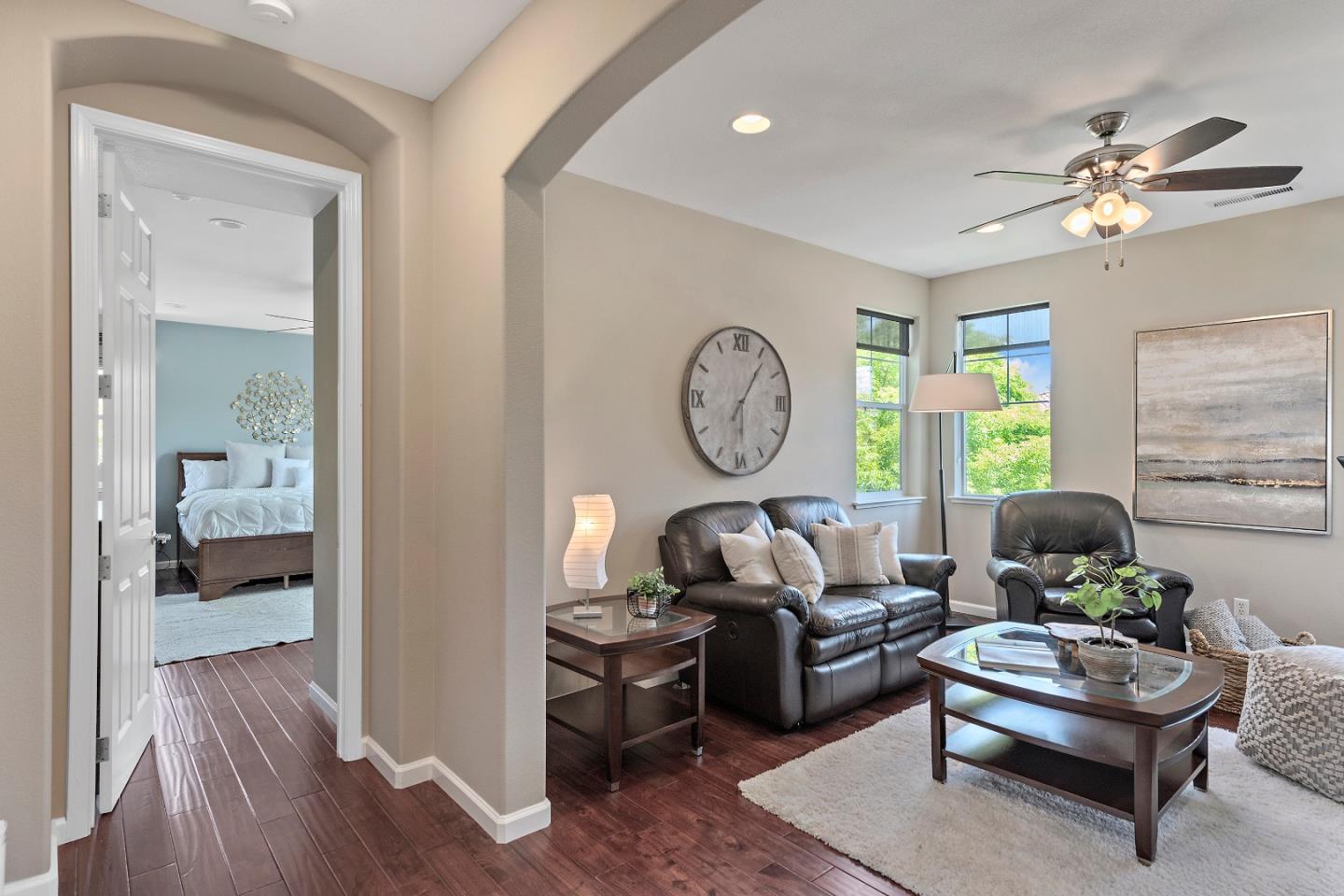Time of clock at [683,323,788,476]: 6:06
